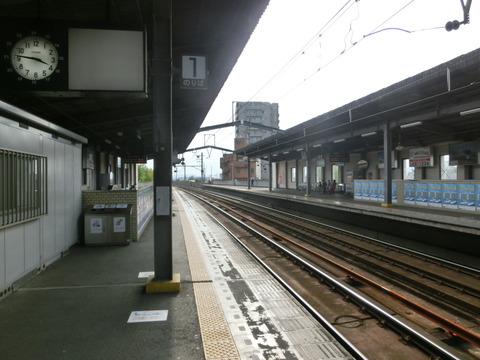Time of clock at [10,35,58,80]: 3:46
